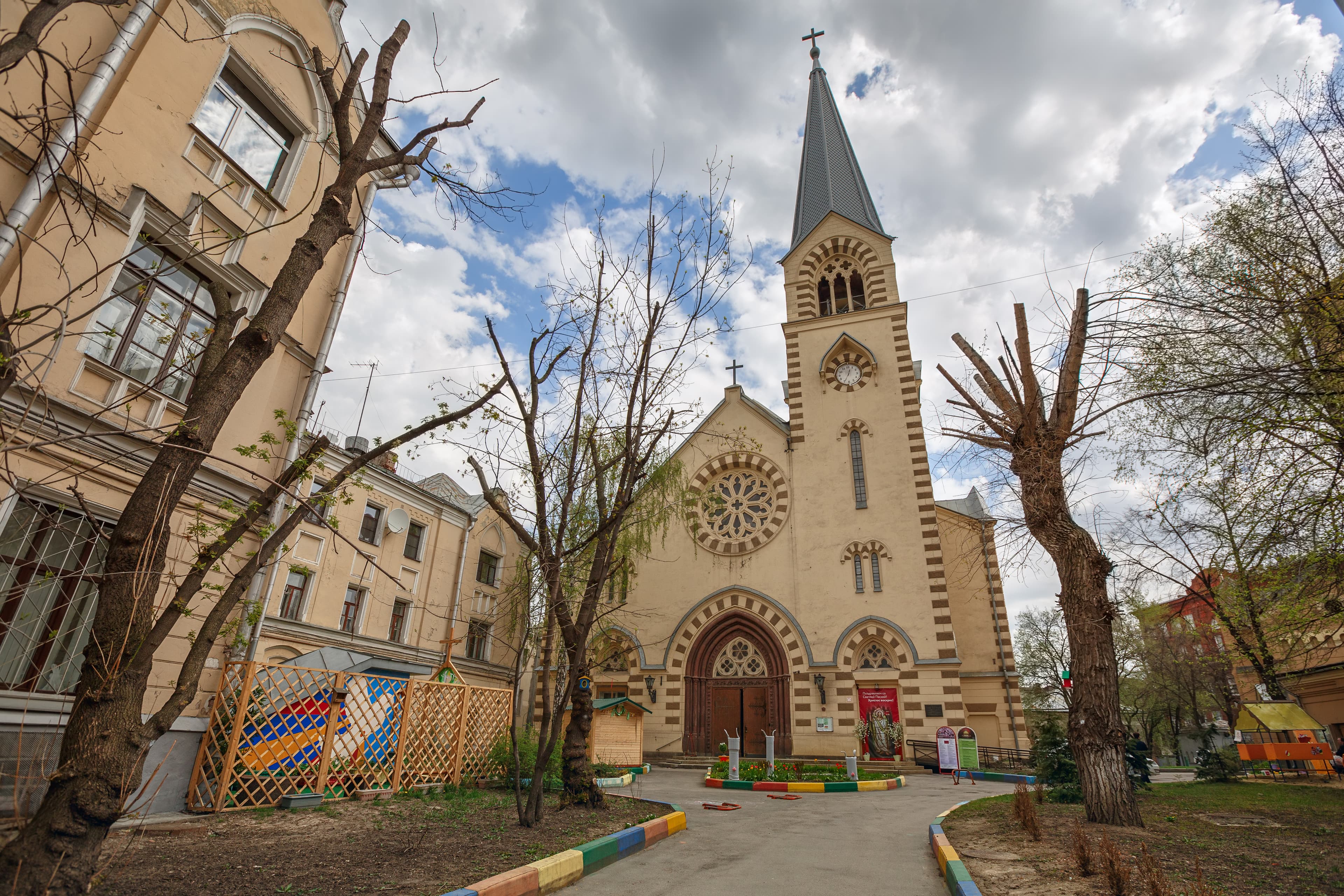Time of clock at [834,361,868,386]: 12:34
